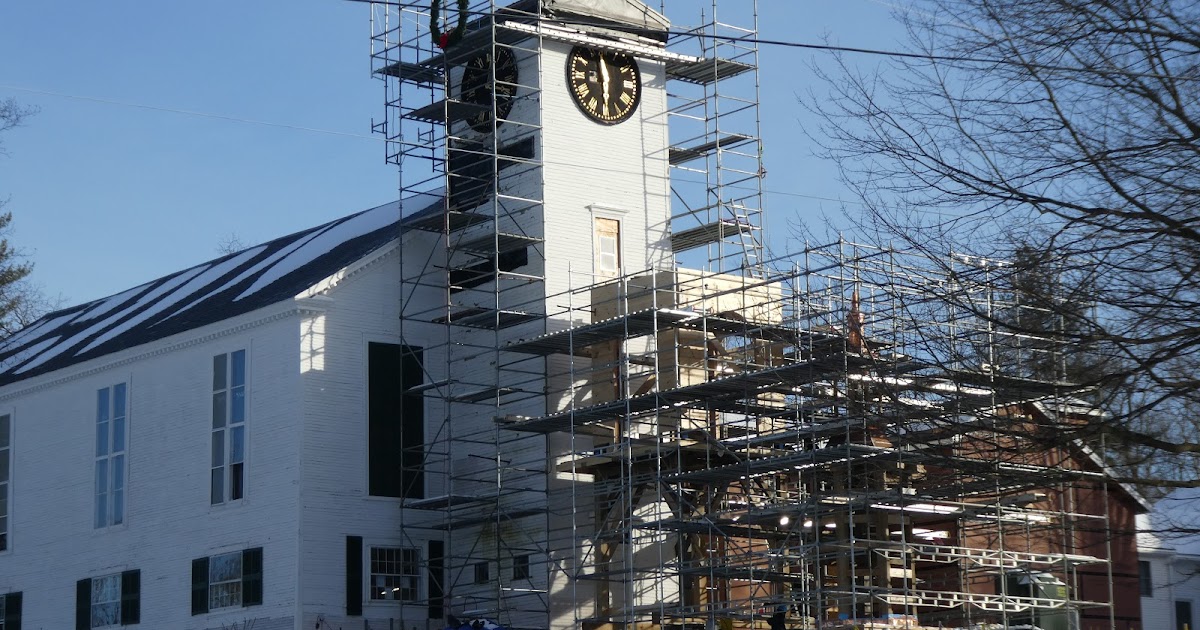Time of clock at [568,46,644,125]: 11:29
